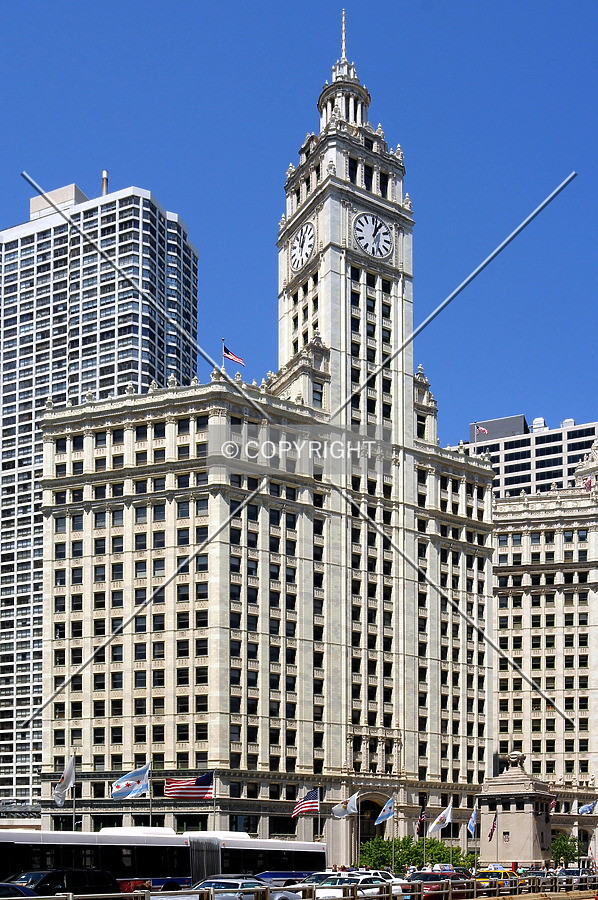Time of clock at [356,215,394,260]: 1:02
